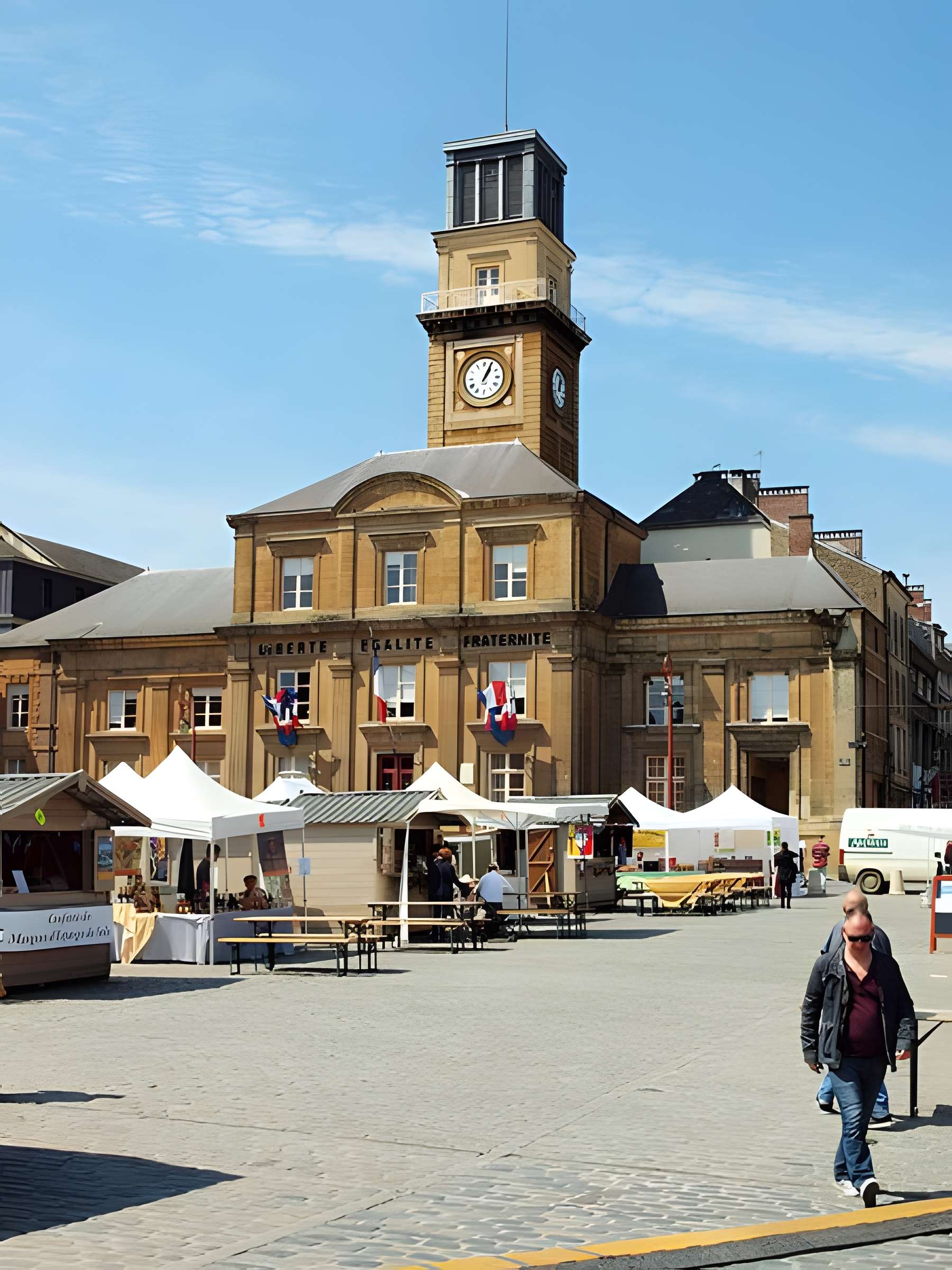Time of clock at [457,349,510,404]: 1:04
